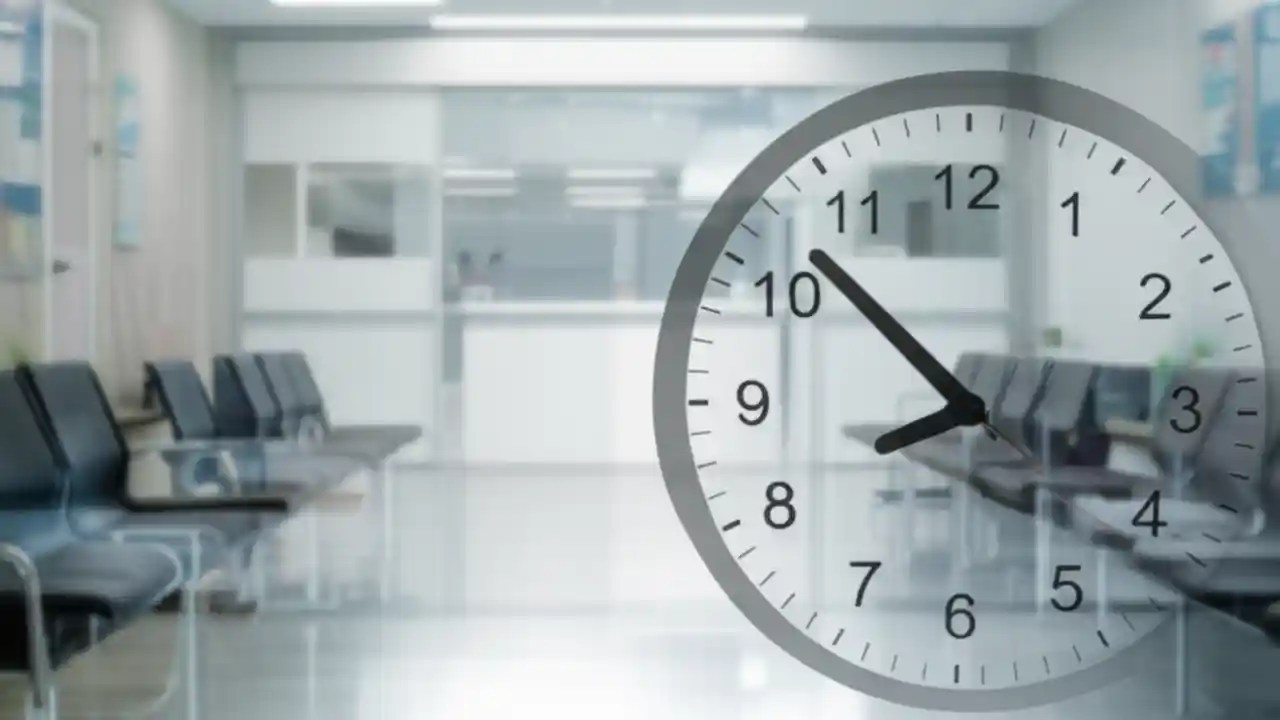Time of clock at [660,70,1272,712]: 7:52
